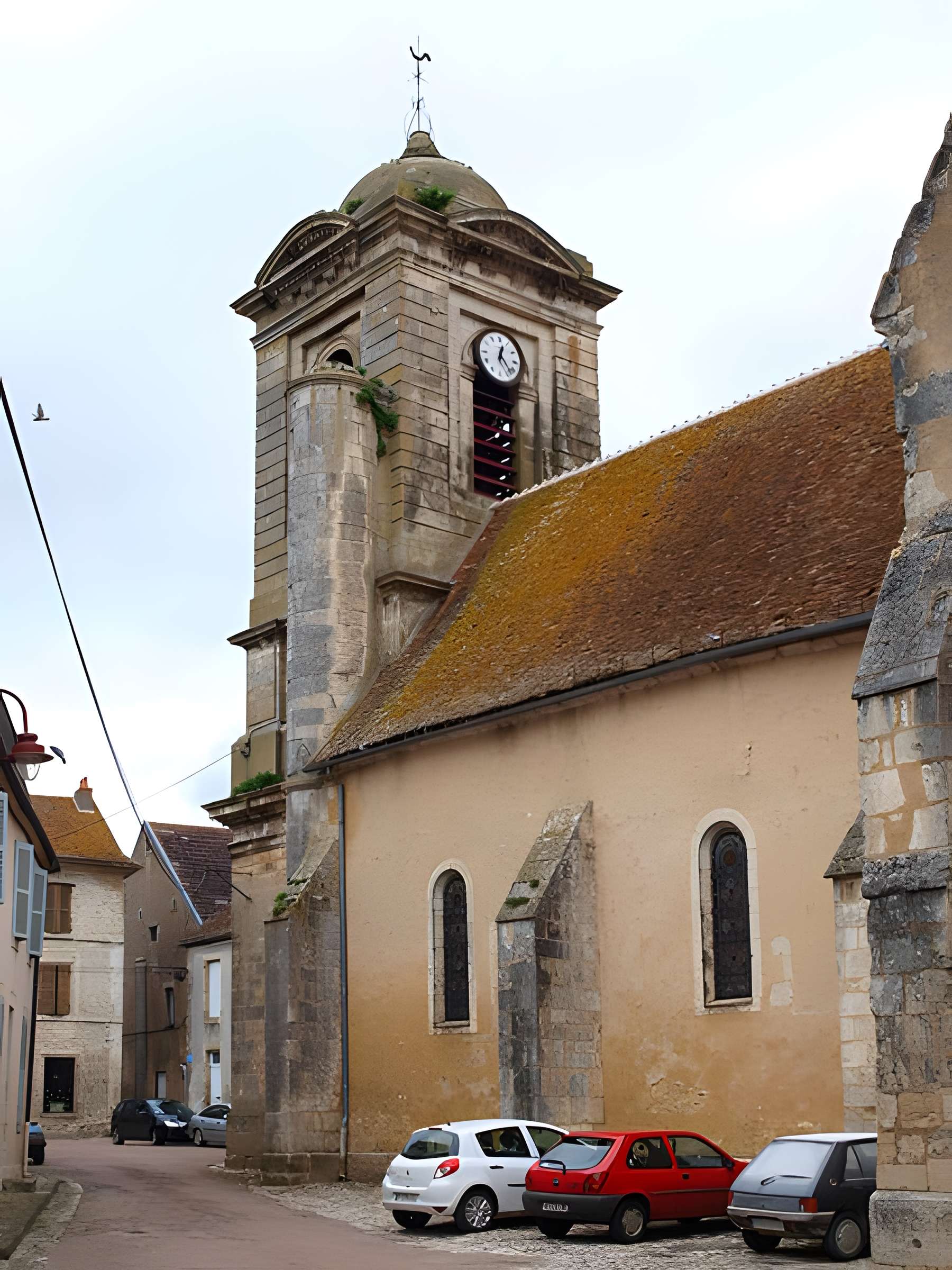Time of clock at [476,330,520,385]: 12:23
